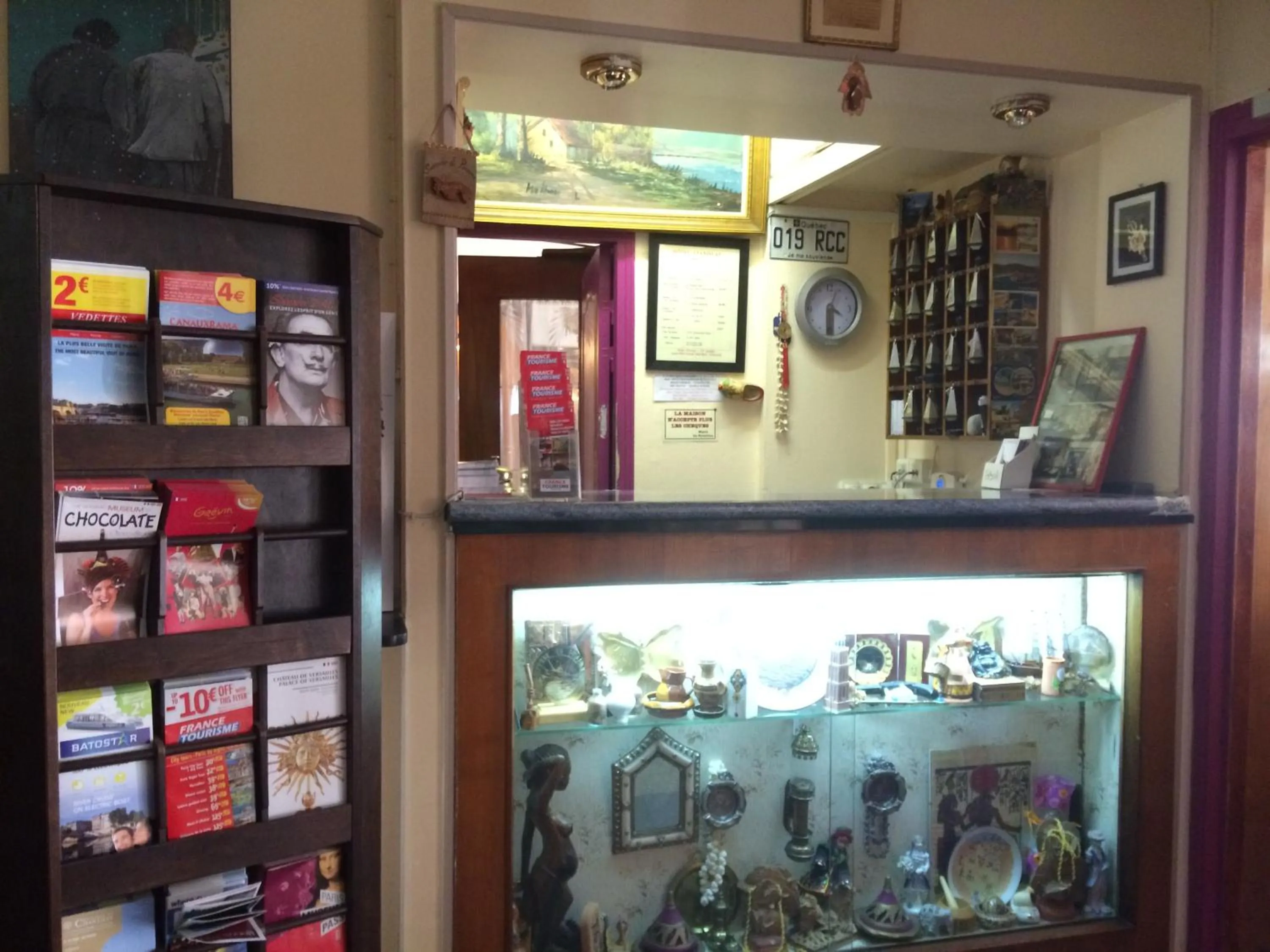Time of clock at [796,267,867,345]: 6:03
